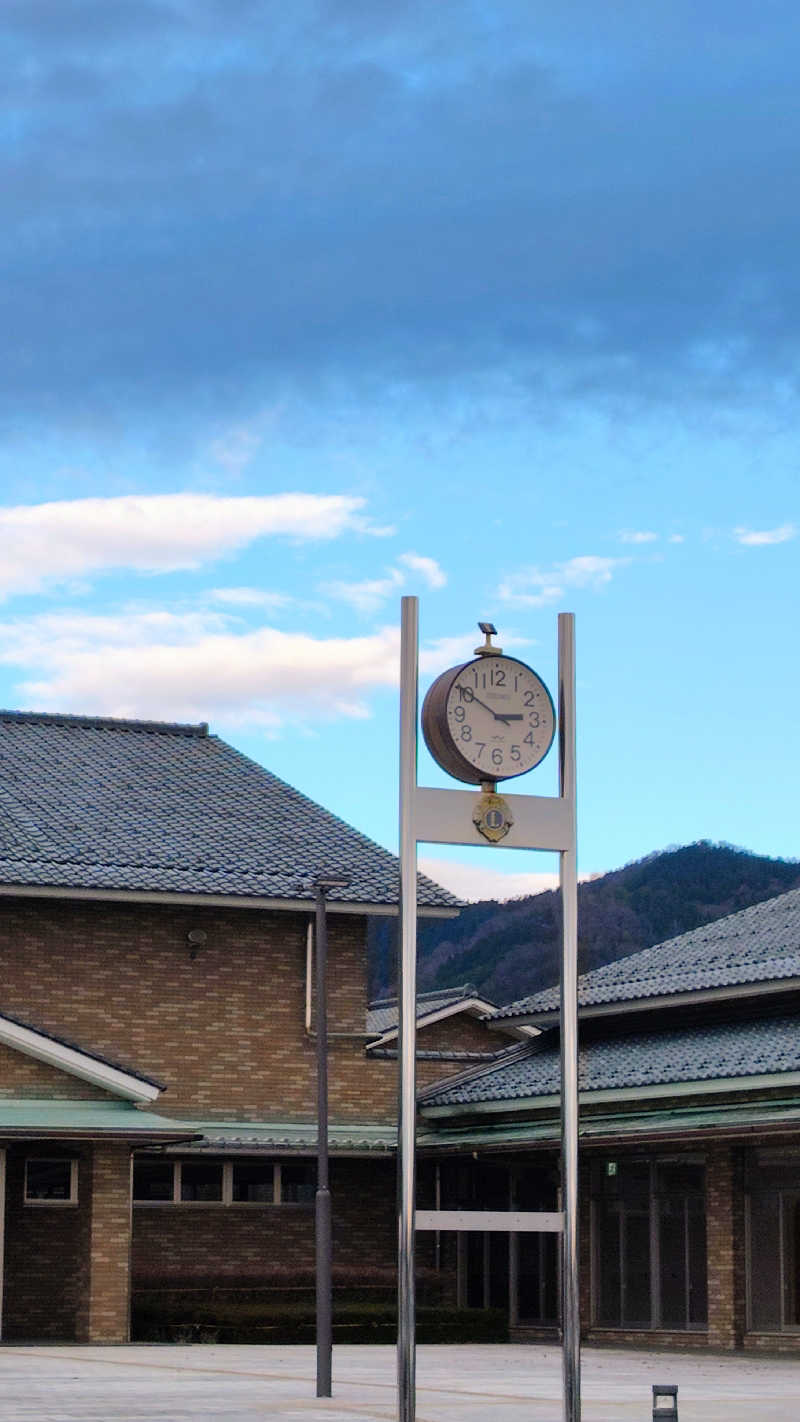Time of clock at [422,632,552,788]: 2:50
